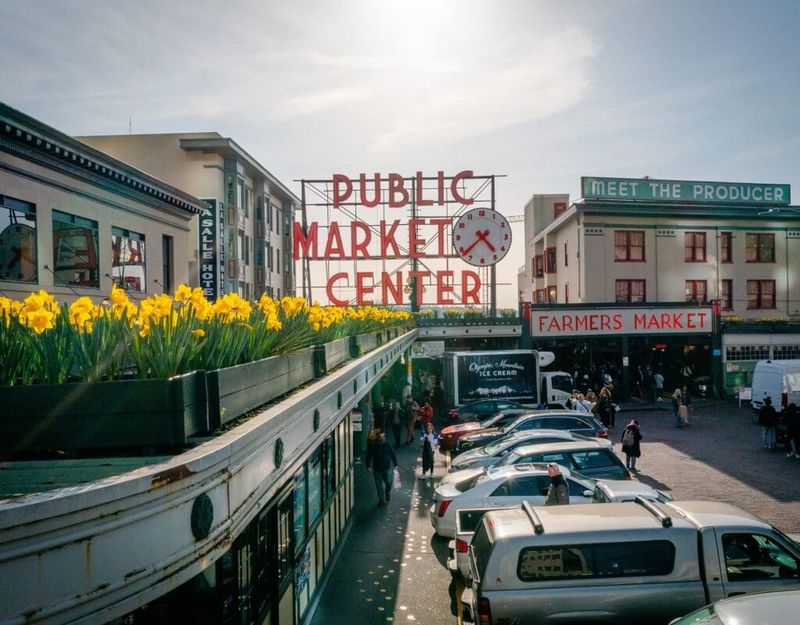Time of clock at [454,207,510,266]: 4:38
